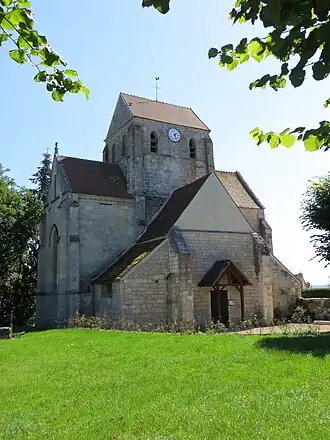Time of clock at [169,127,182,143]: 1:27
